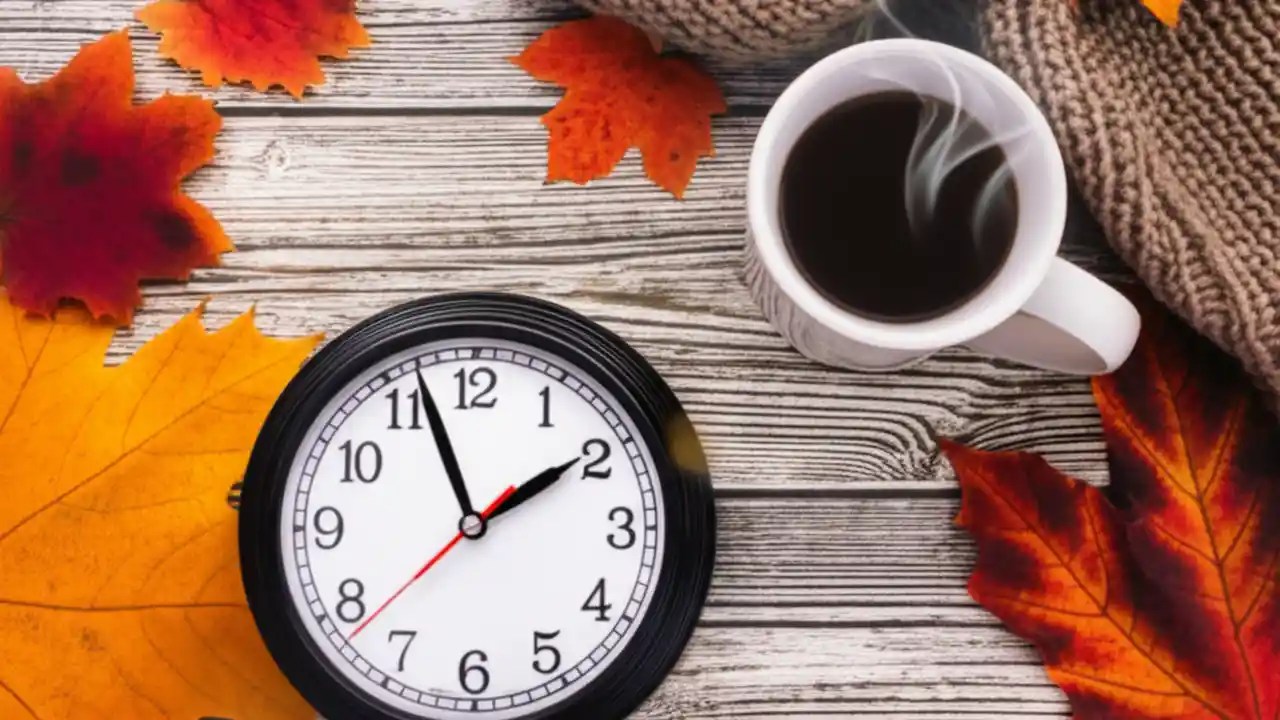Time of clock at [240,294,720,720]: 1:56
